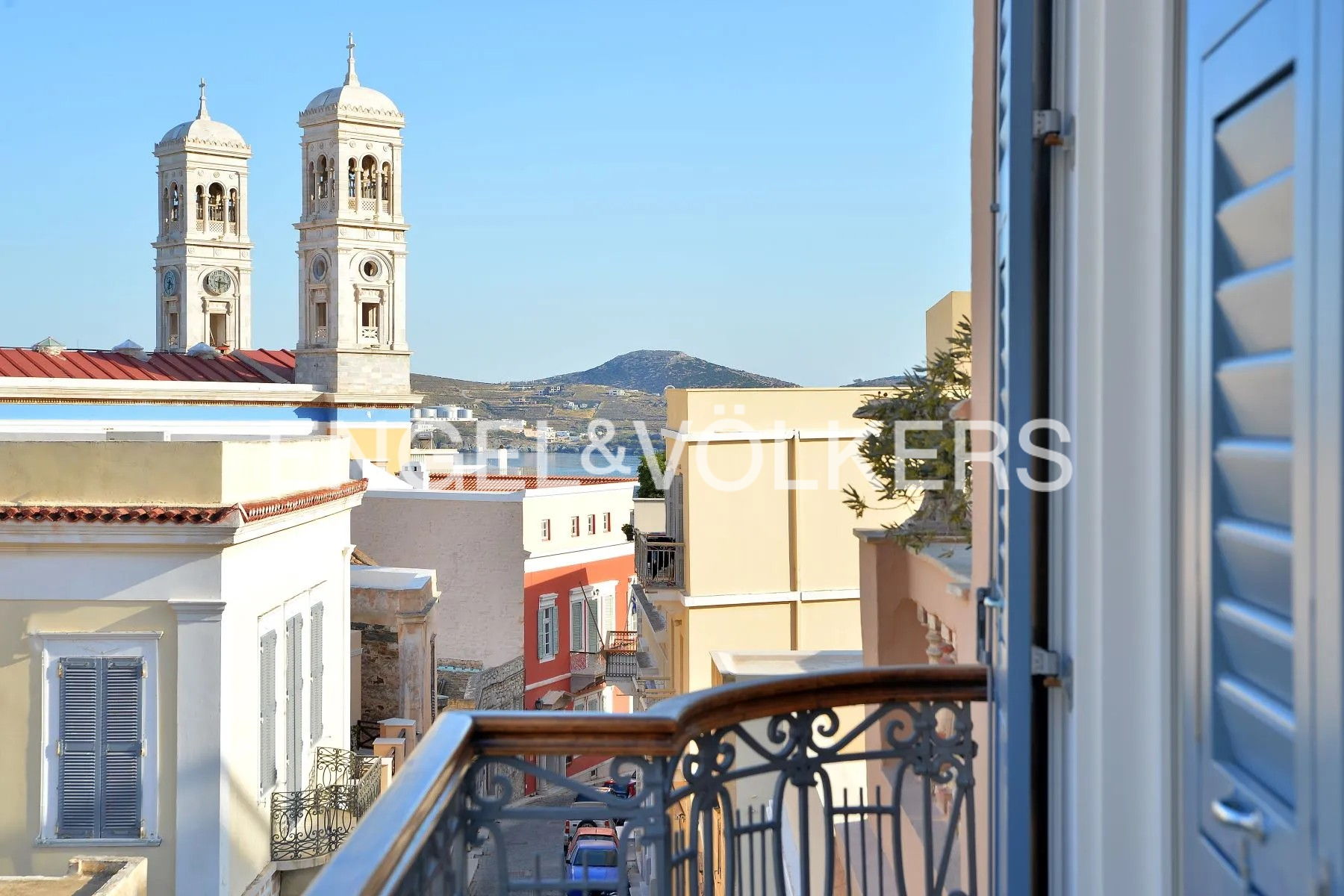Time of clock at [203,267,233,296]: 6:16
